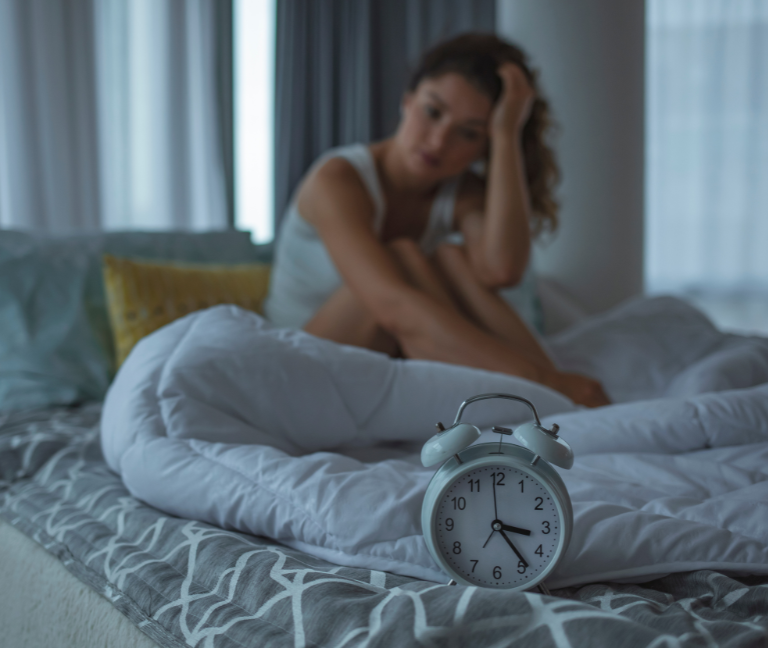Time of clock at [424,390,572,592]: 3:23
